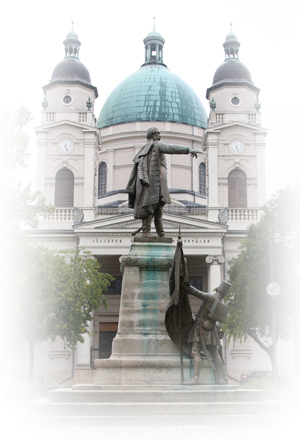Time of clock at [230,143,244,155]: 5:26
